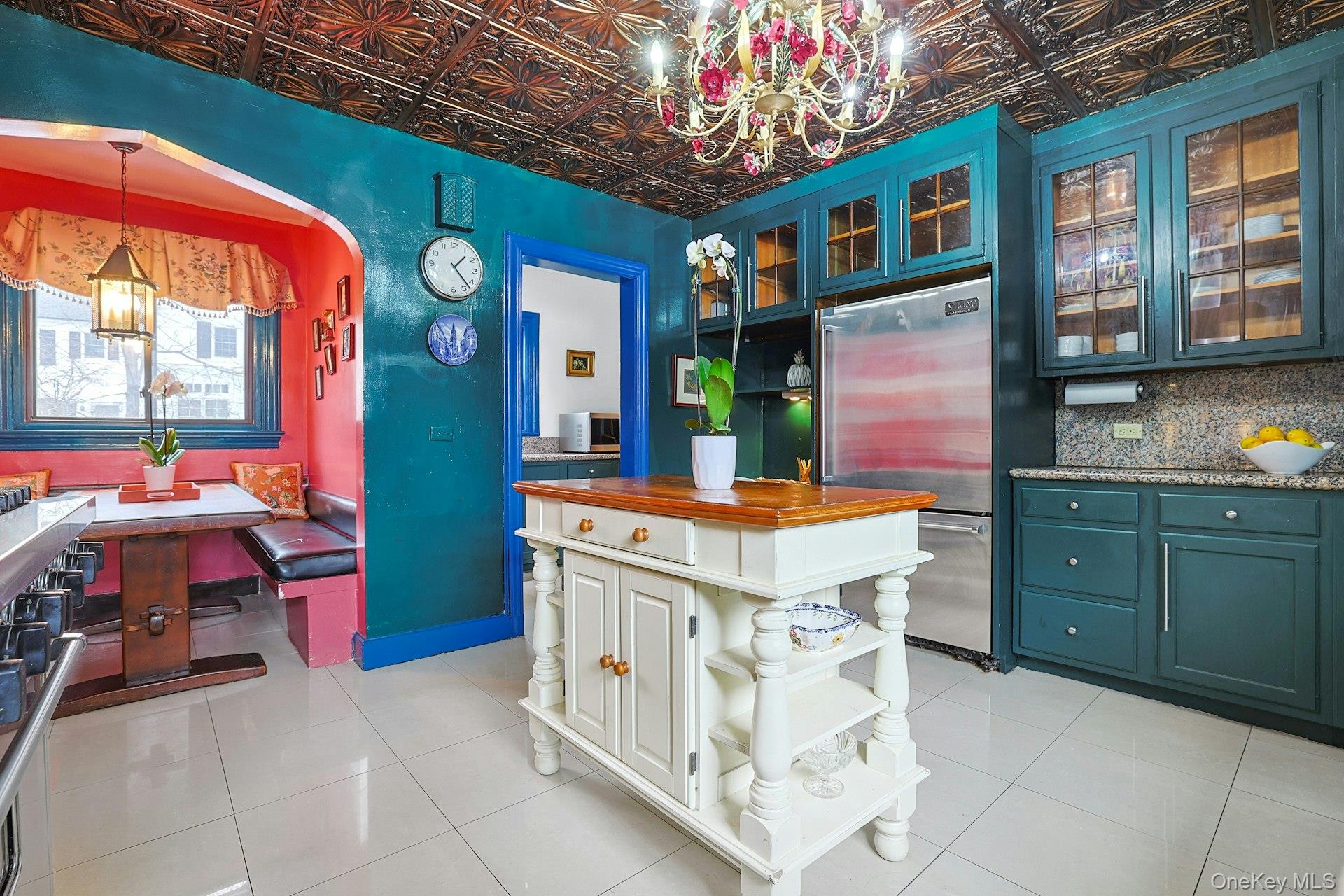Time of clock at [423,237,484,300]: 1:22
